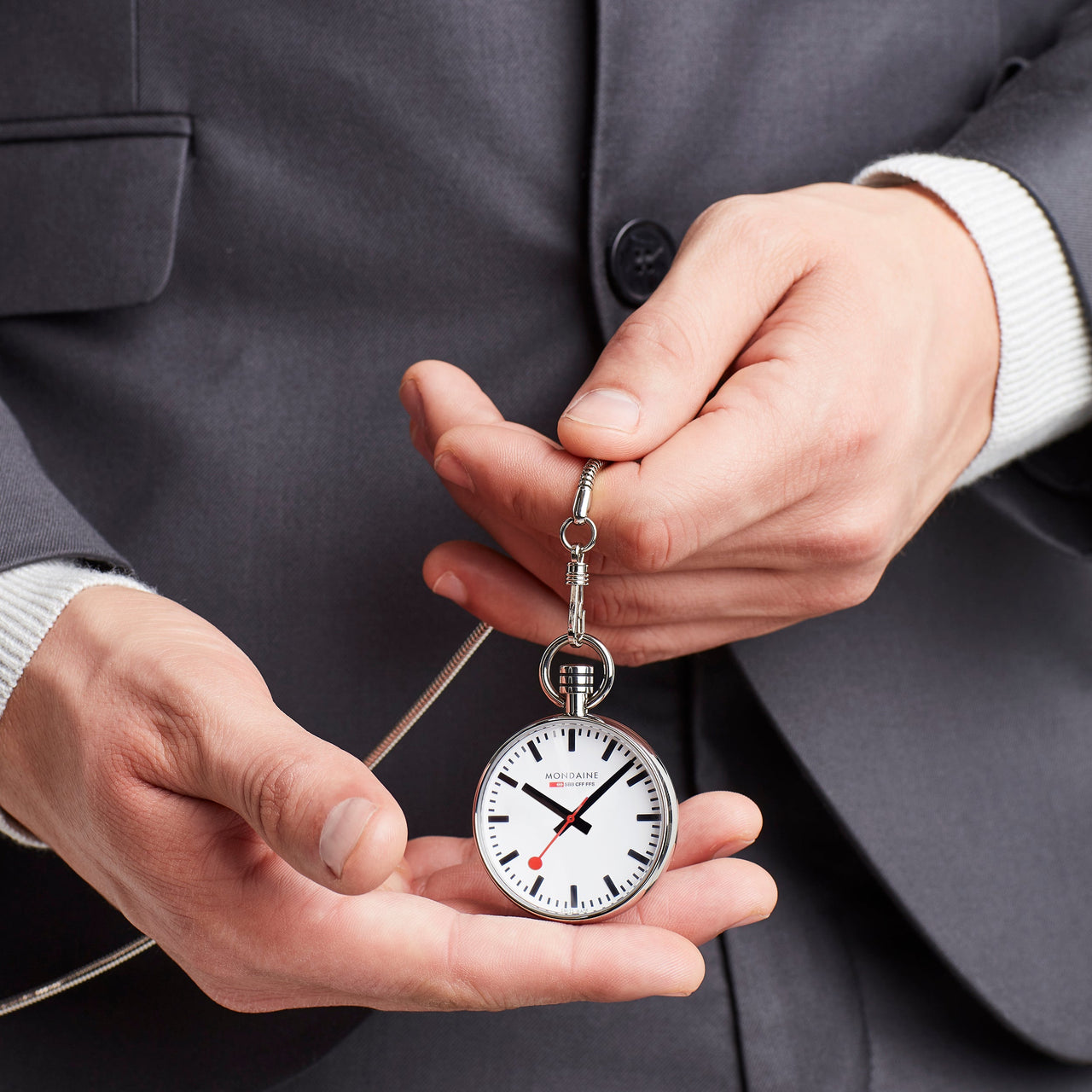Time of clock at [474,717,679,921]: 10:07
